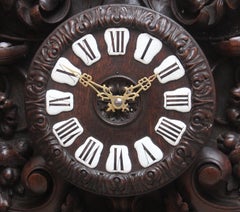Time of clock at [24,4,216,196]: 1:51
